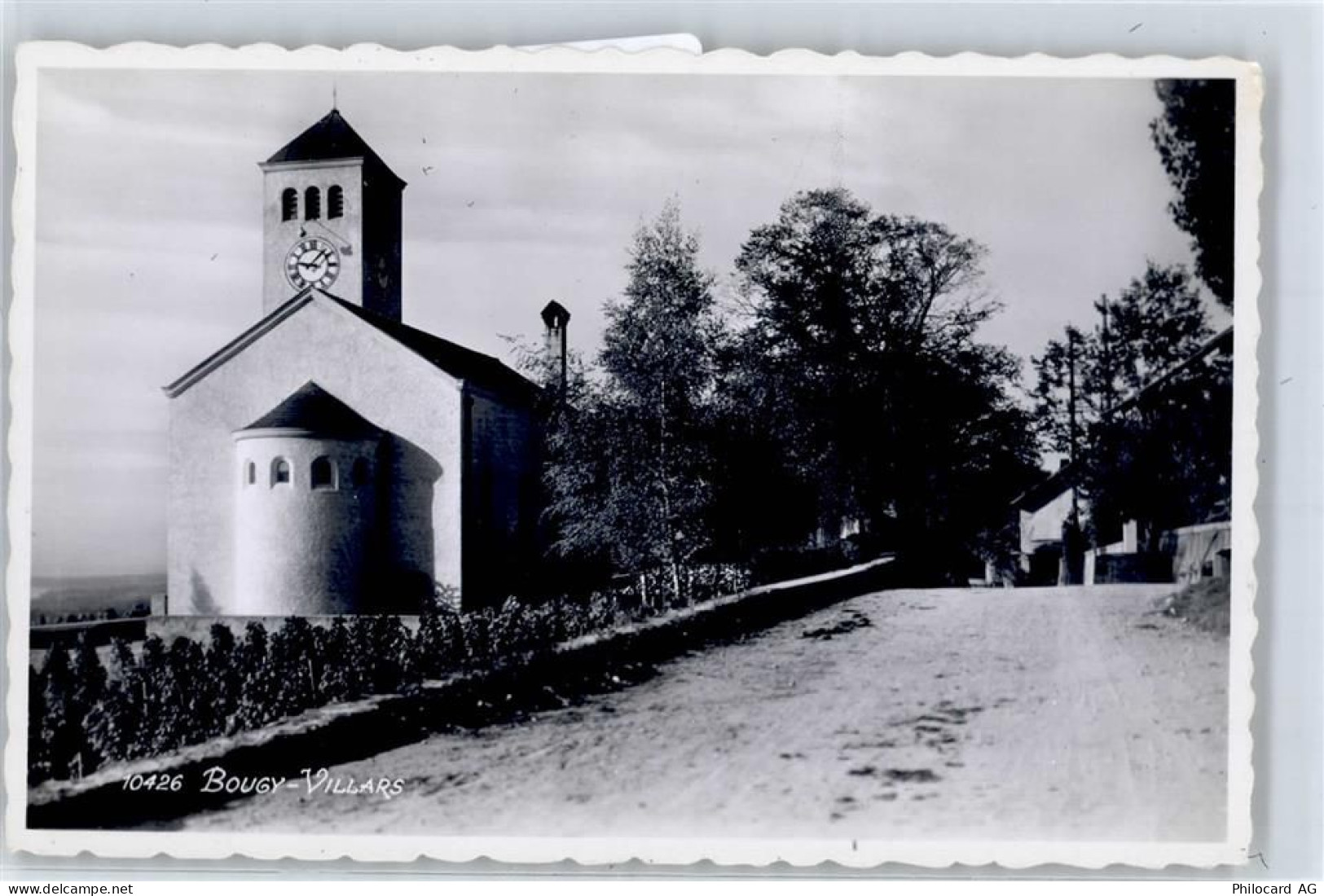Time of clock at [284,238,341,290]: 9:07
